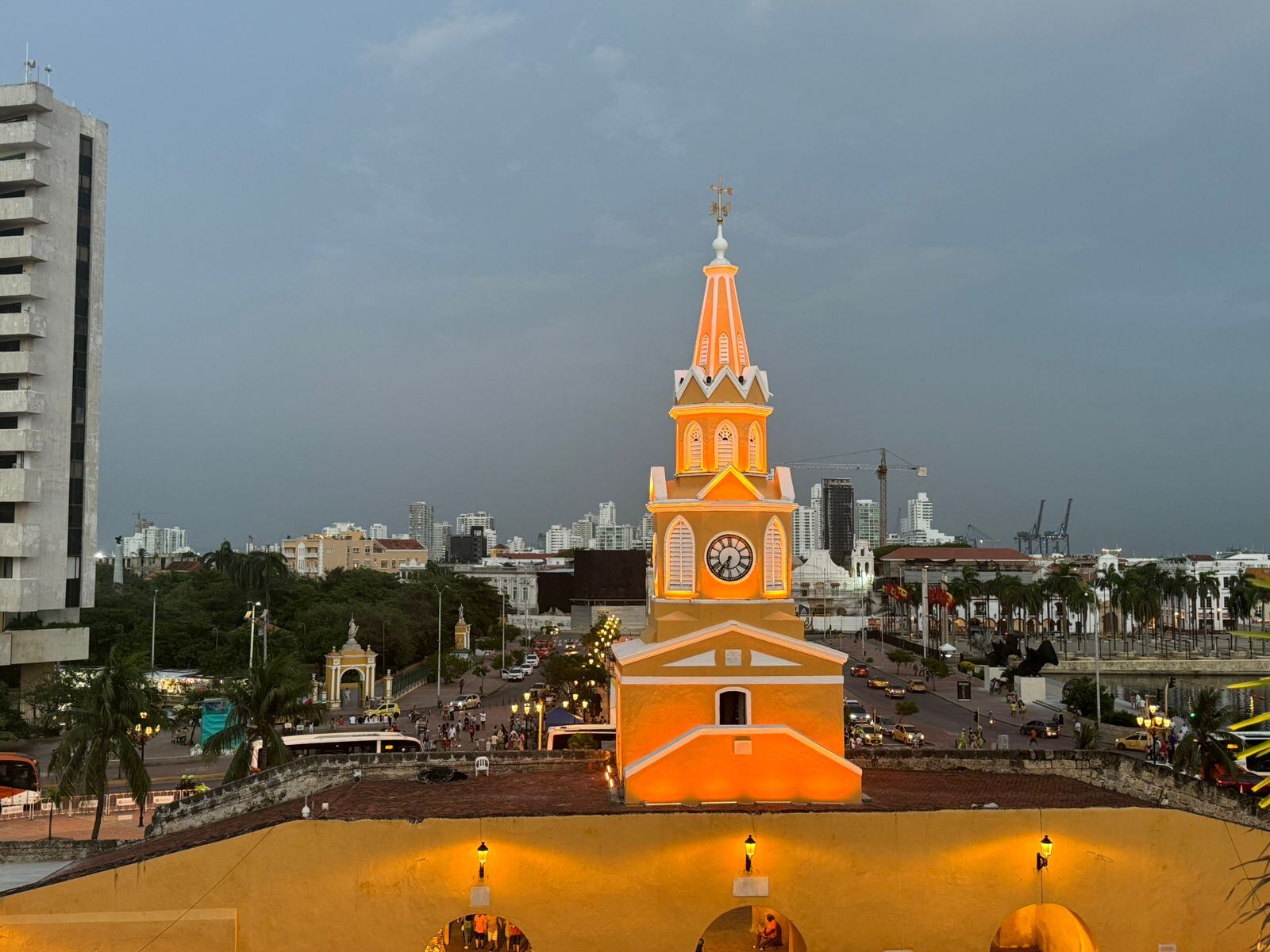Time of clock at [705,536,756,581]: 6:36
